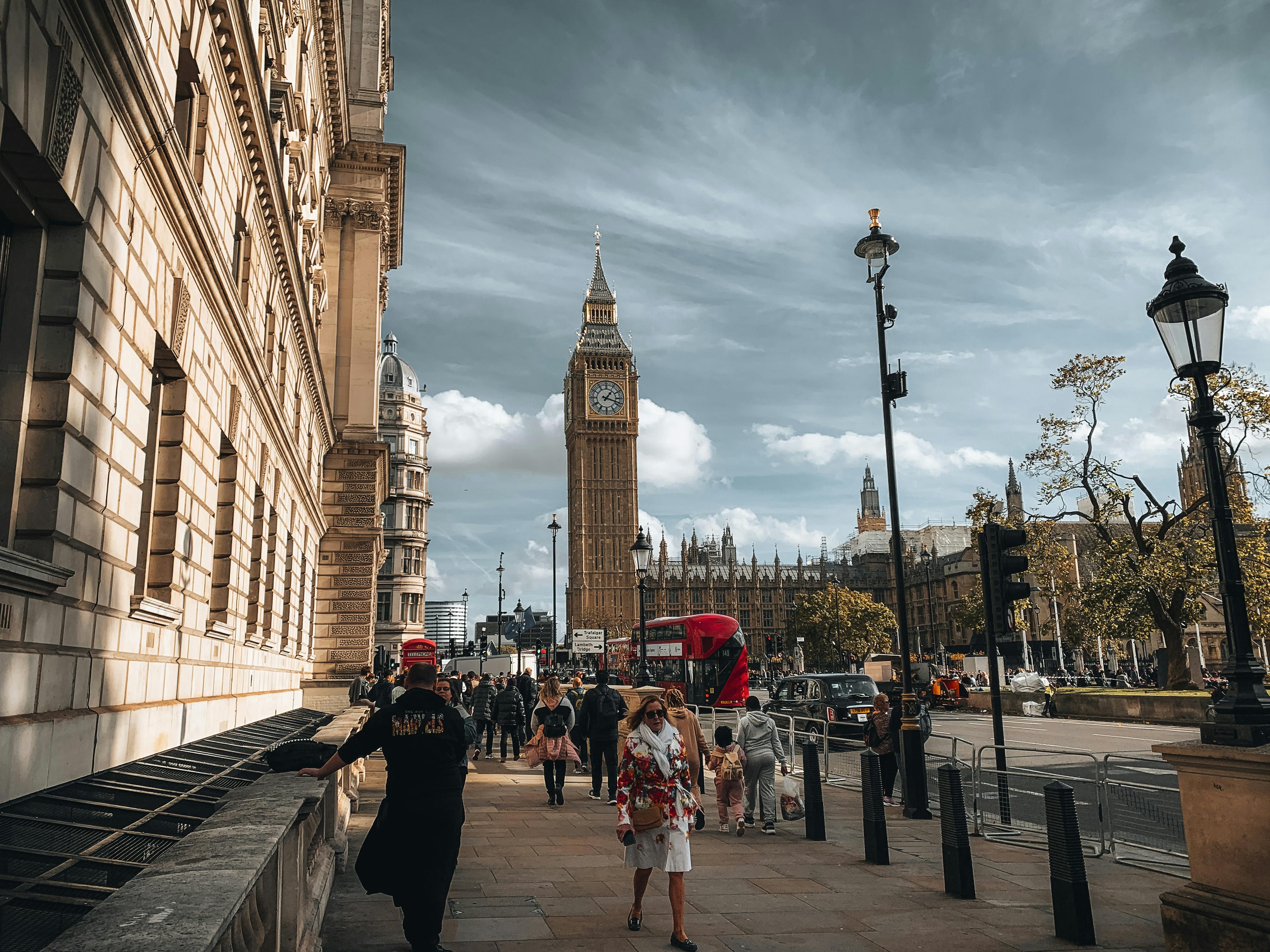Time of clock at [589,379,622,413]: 1:18
